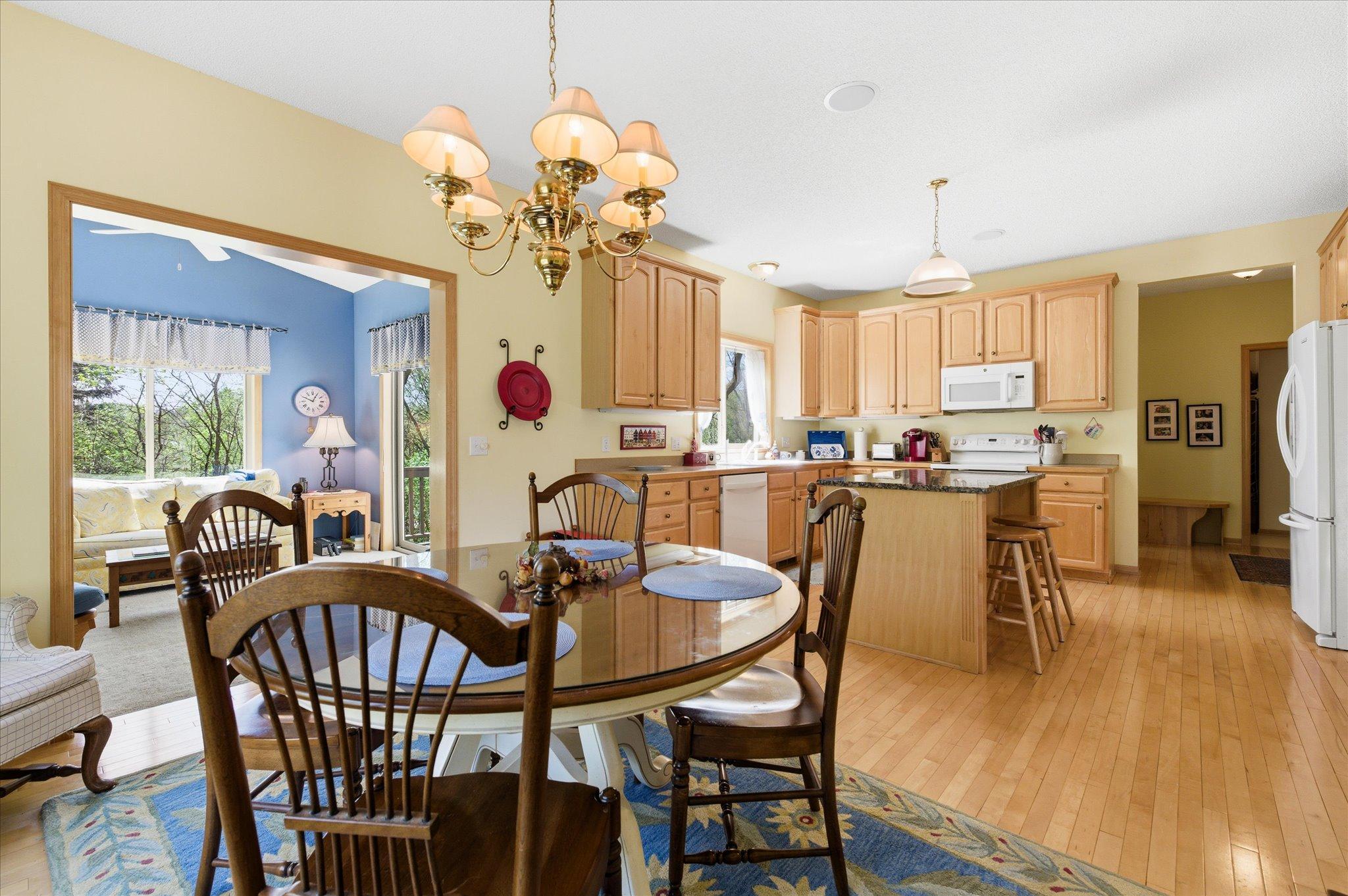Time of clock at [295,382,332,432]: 12:49
